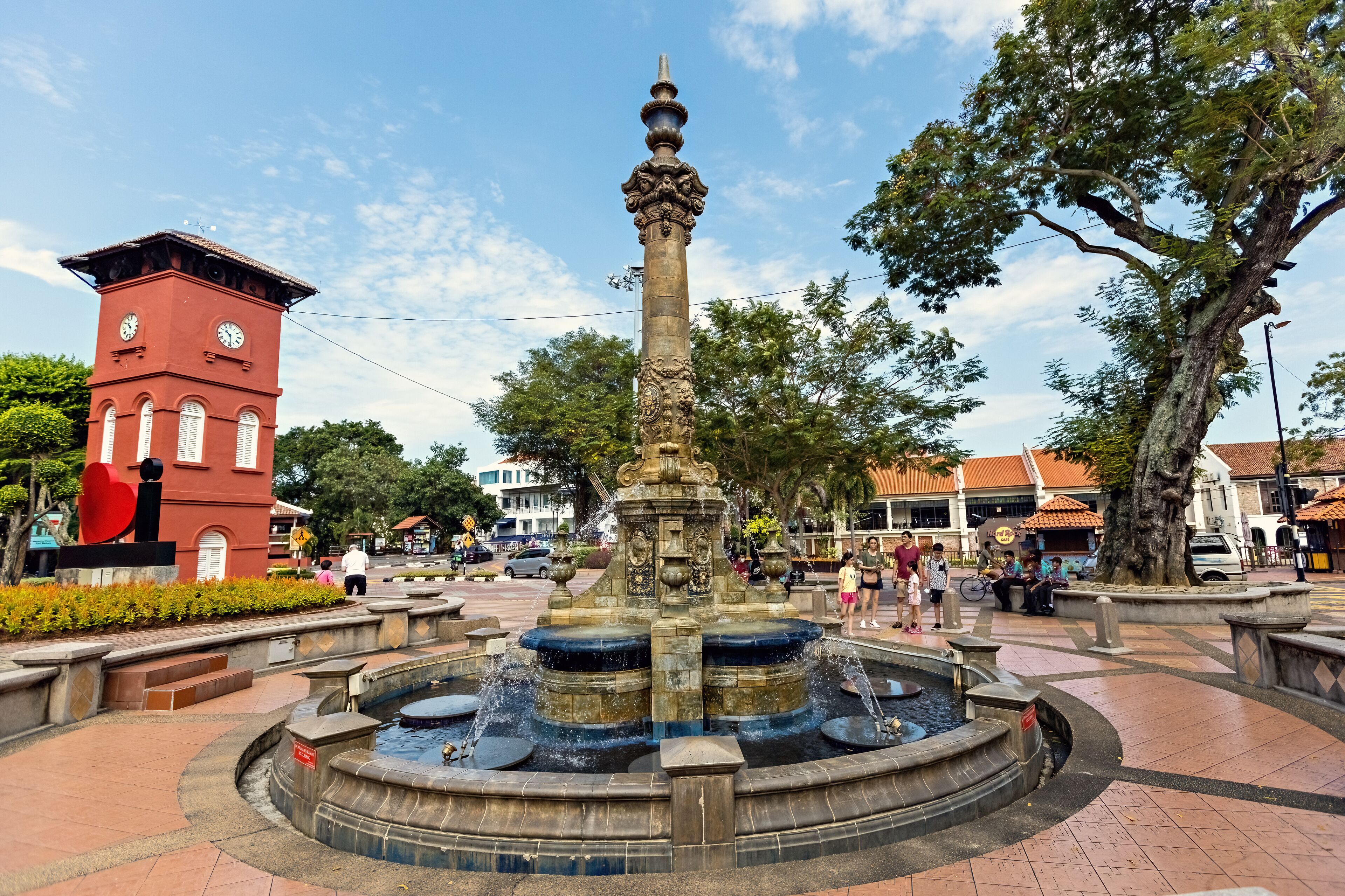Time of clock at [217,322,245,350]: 10:29
